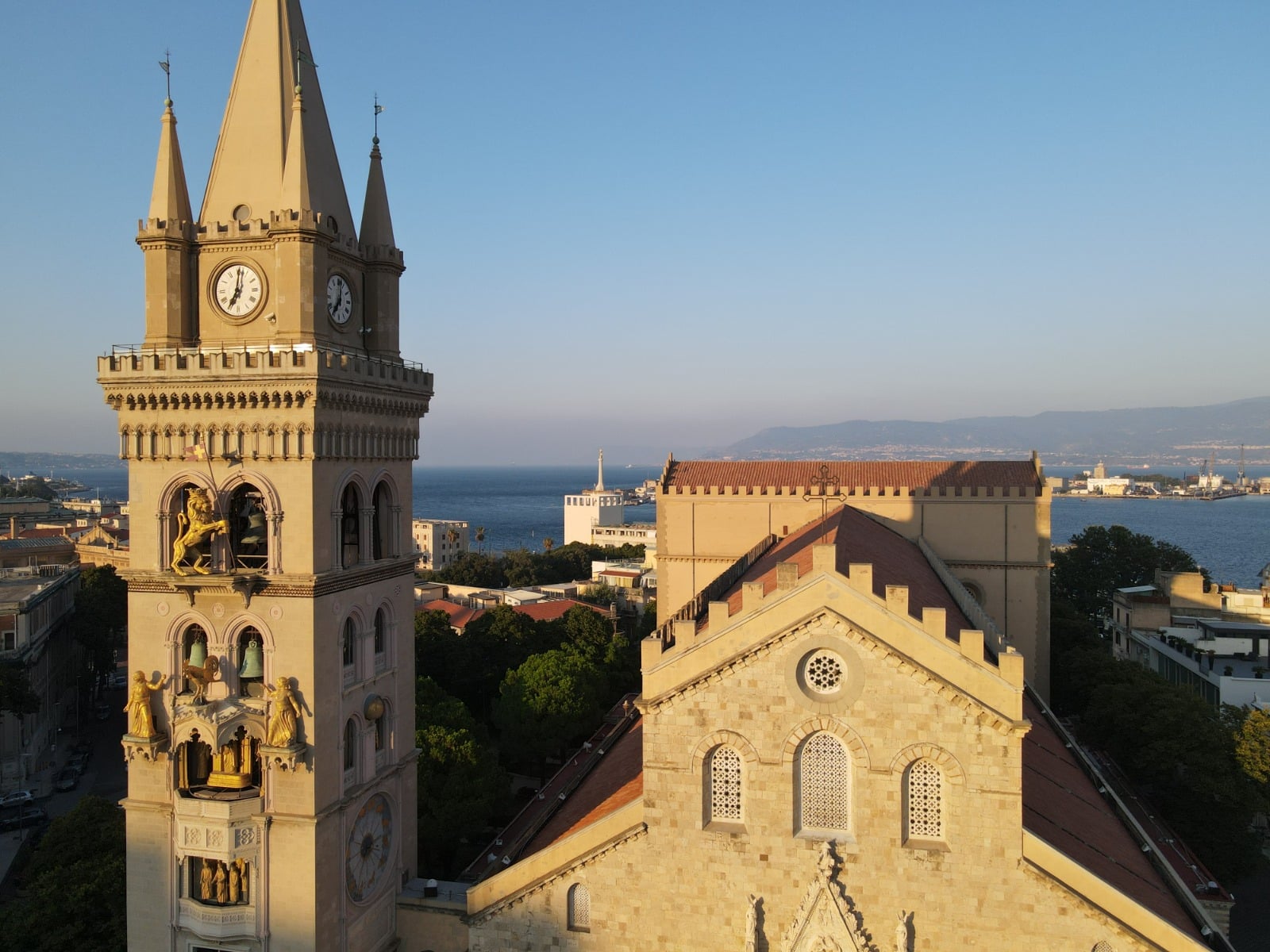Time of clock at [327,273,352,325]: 7:01
